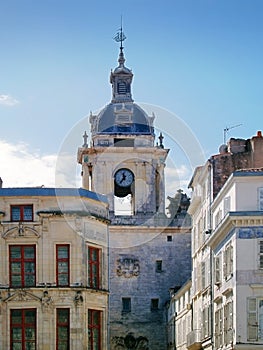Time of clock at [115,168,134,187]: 11:36
